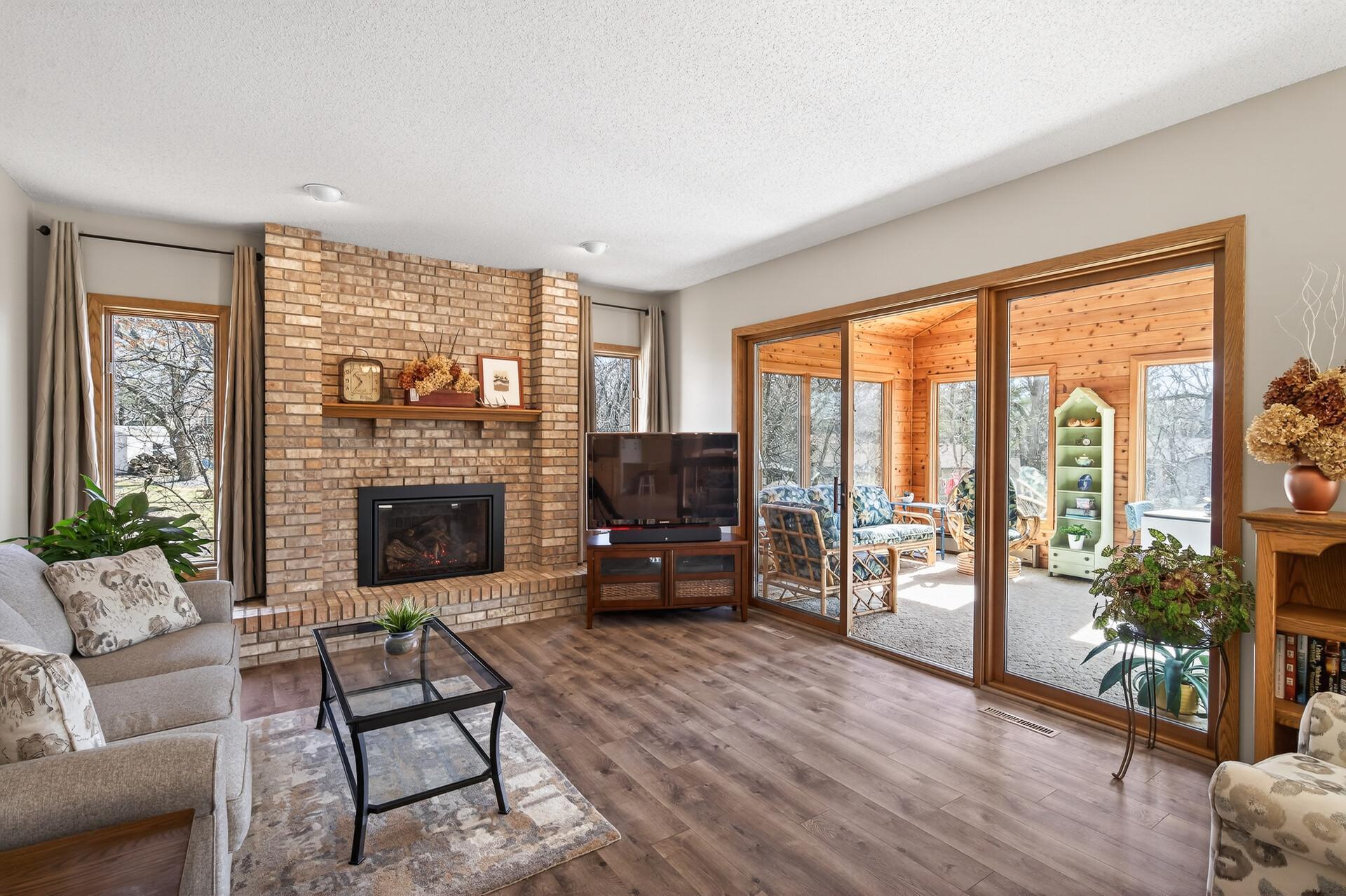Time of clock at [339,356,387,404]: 10:36
